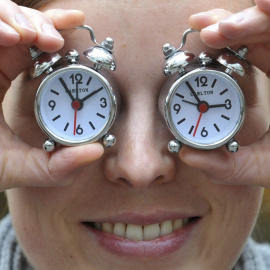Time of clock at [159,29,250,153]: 2:54
